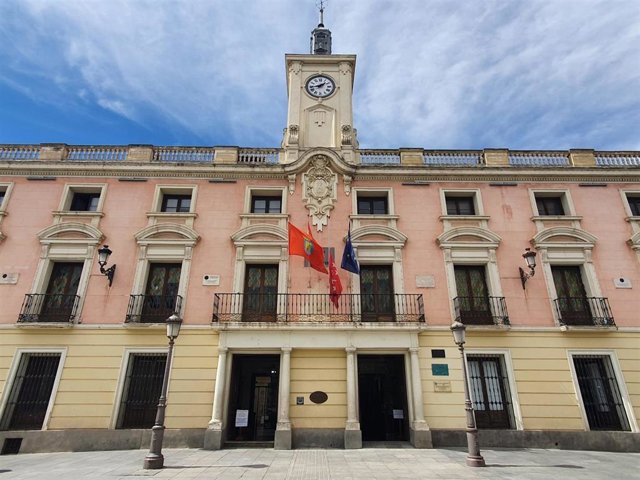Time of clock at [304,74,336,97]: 1:43
